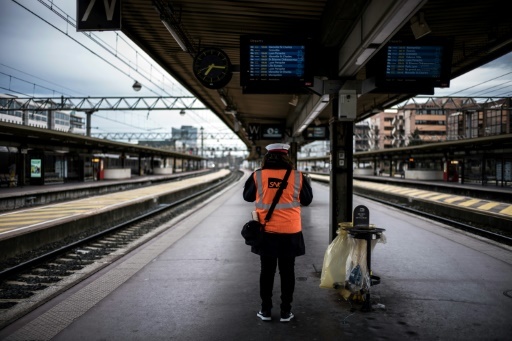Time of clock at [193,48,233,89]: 7:16
